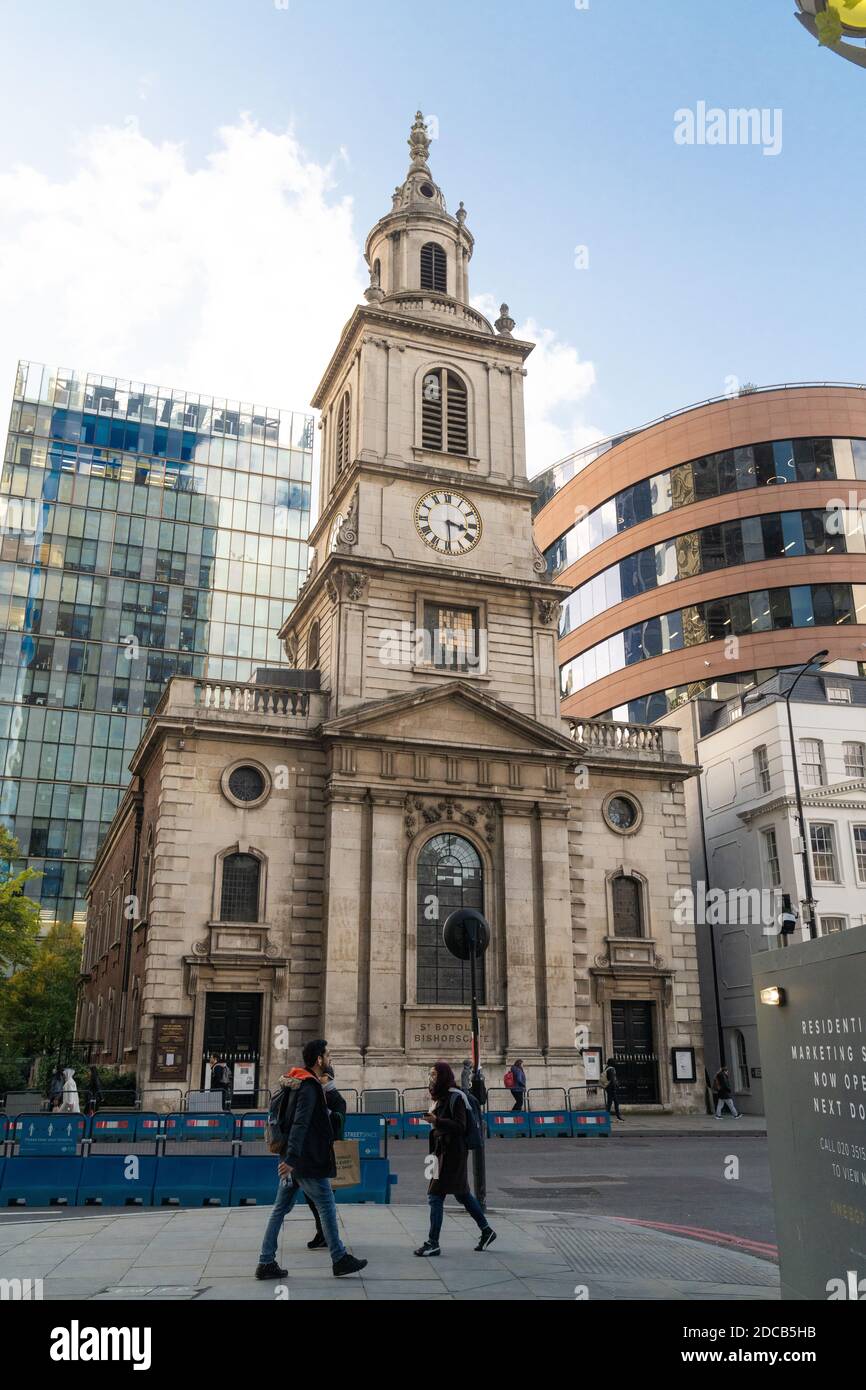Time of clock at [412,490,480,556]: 3:29
